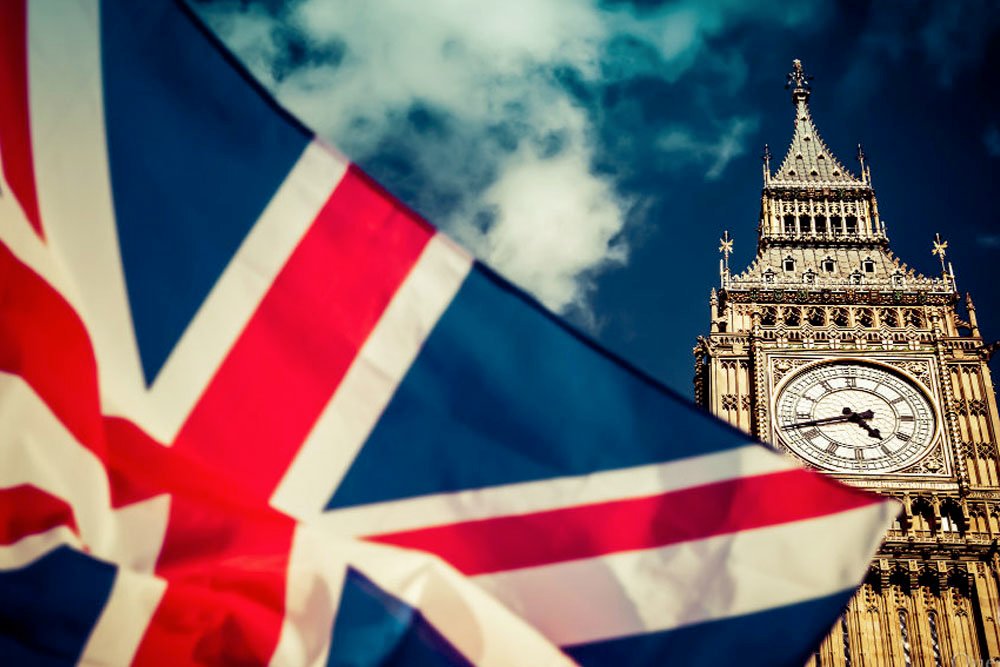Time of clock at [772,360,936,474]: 4:42
